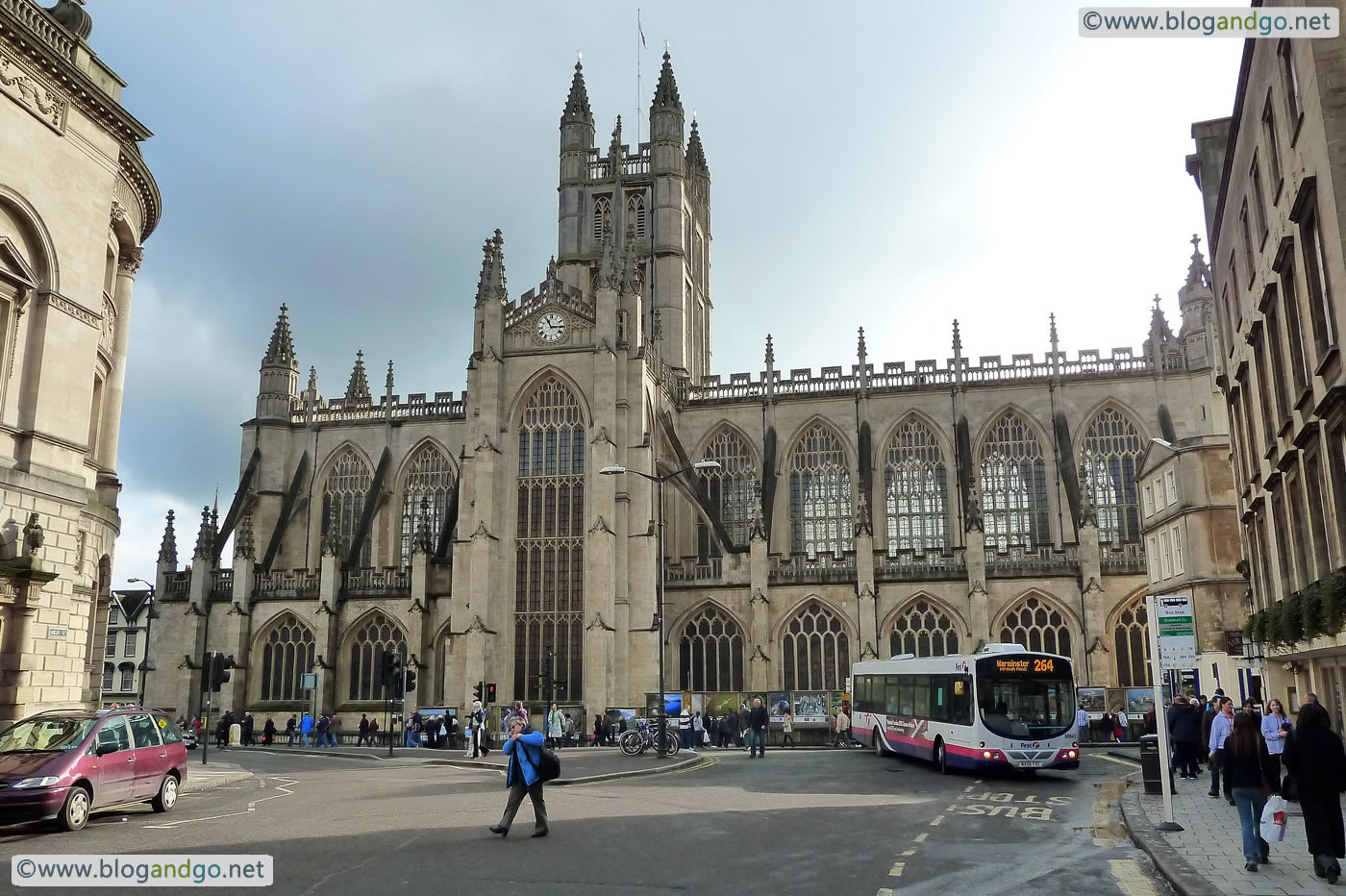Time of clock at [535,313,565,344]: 11:14
